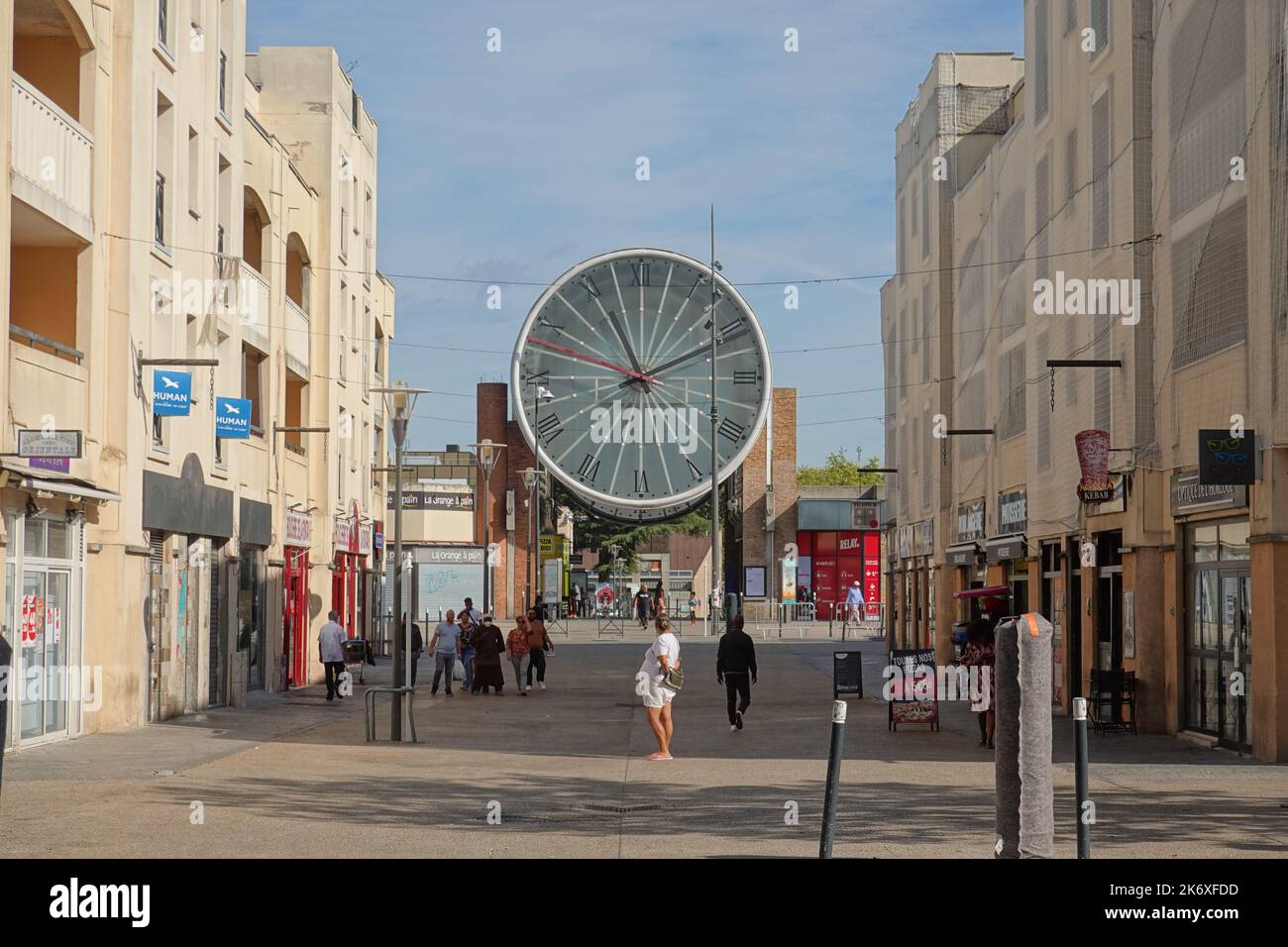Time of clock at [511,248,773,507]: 11:11
